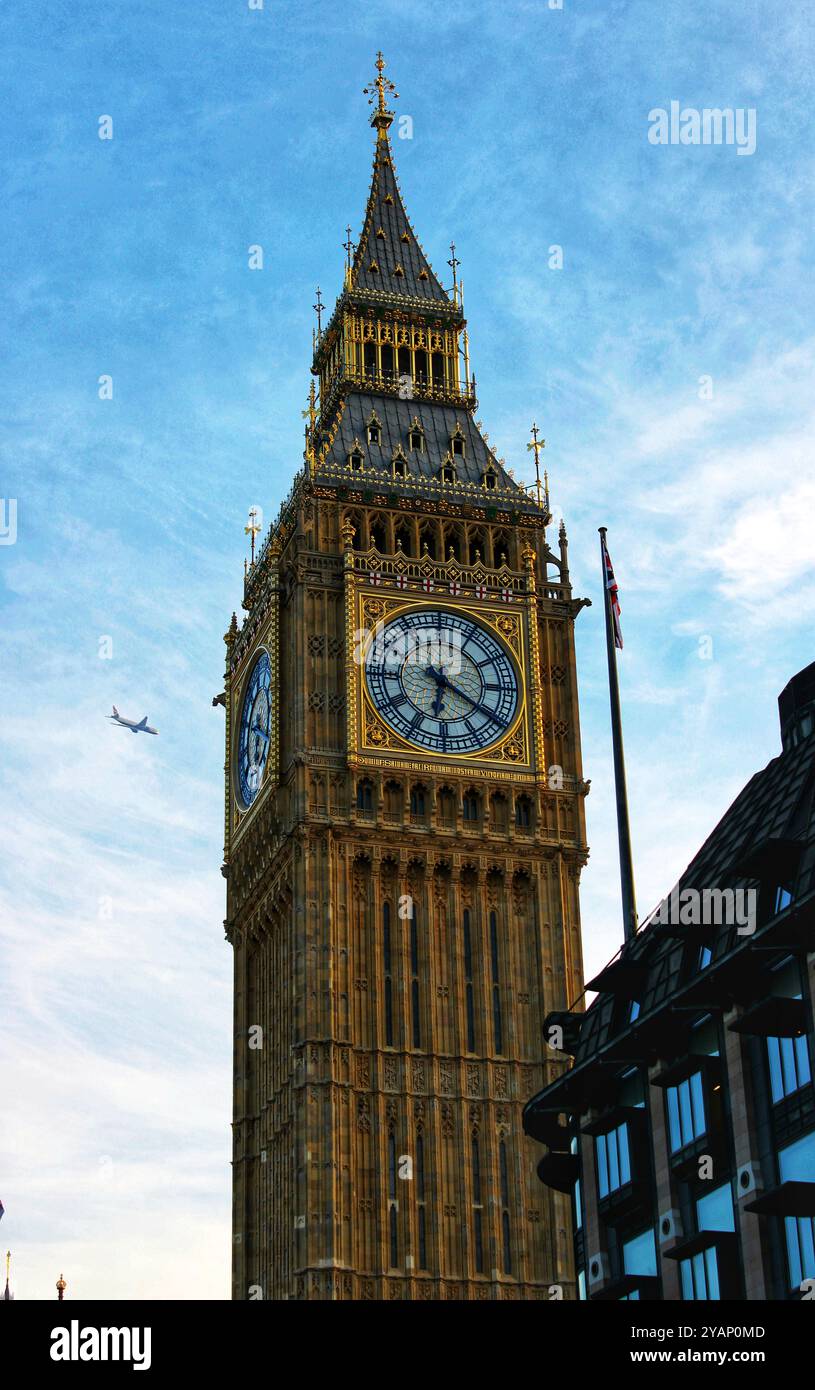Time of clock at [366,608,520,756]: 6:20
